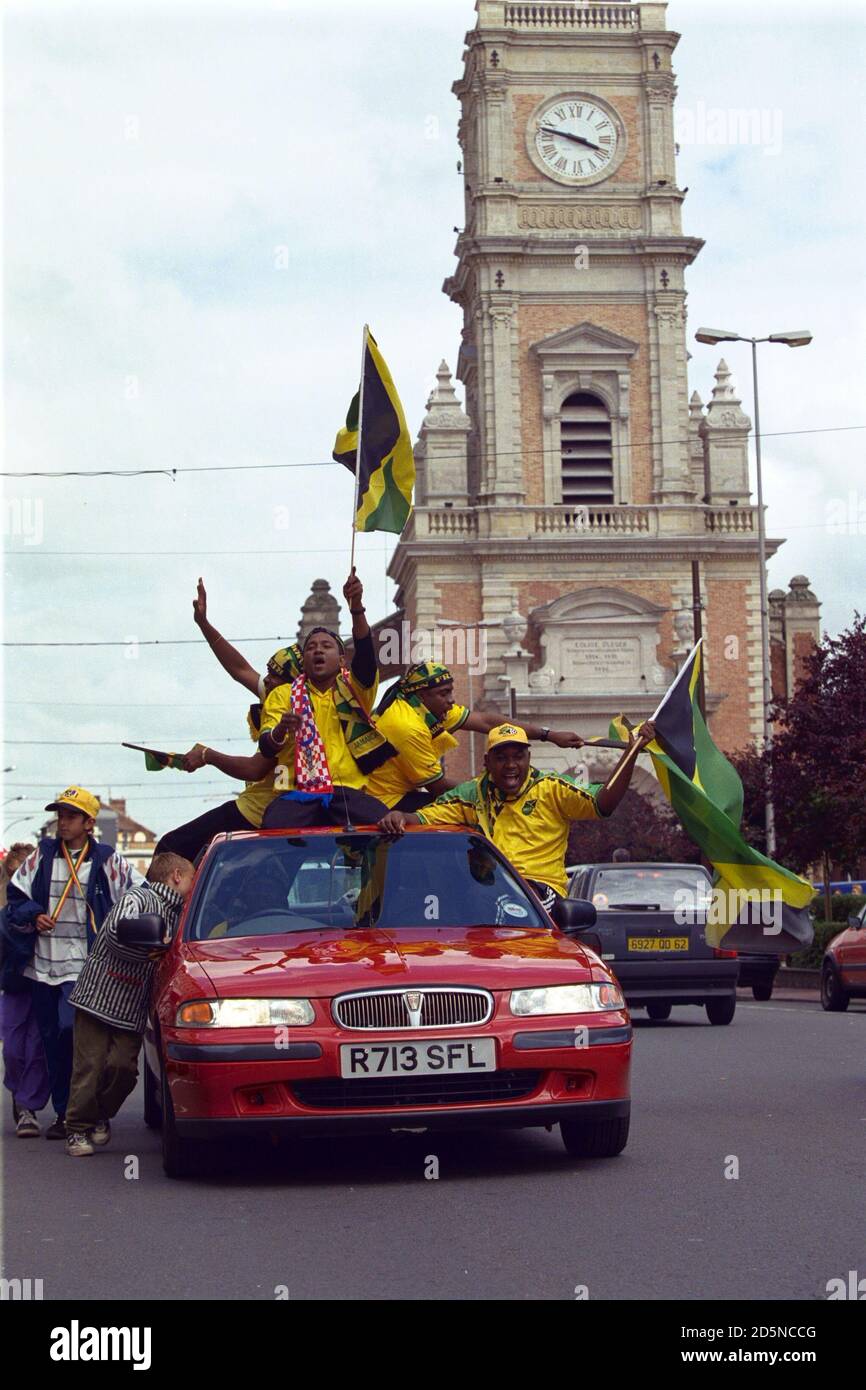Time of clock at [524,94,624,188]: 3:47
